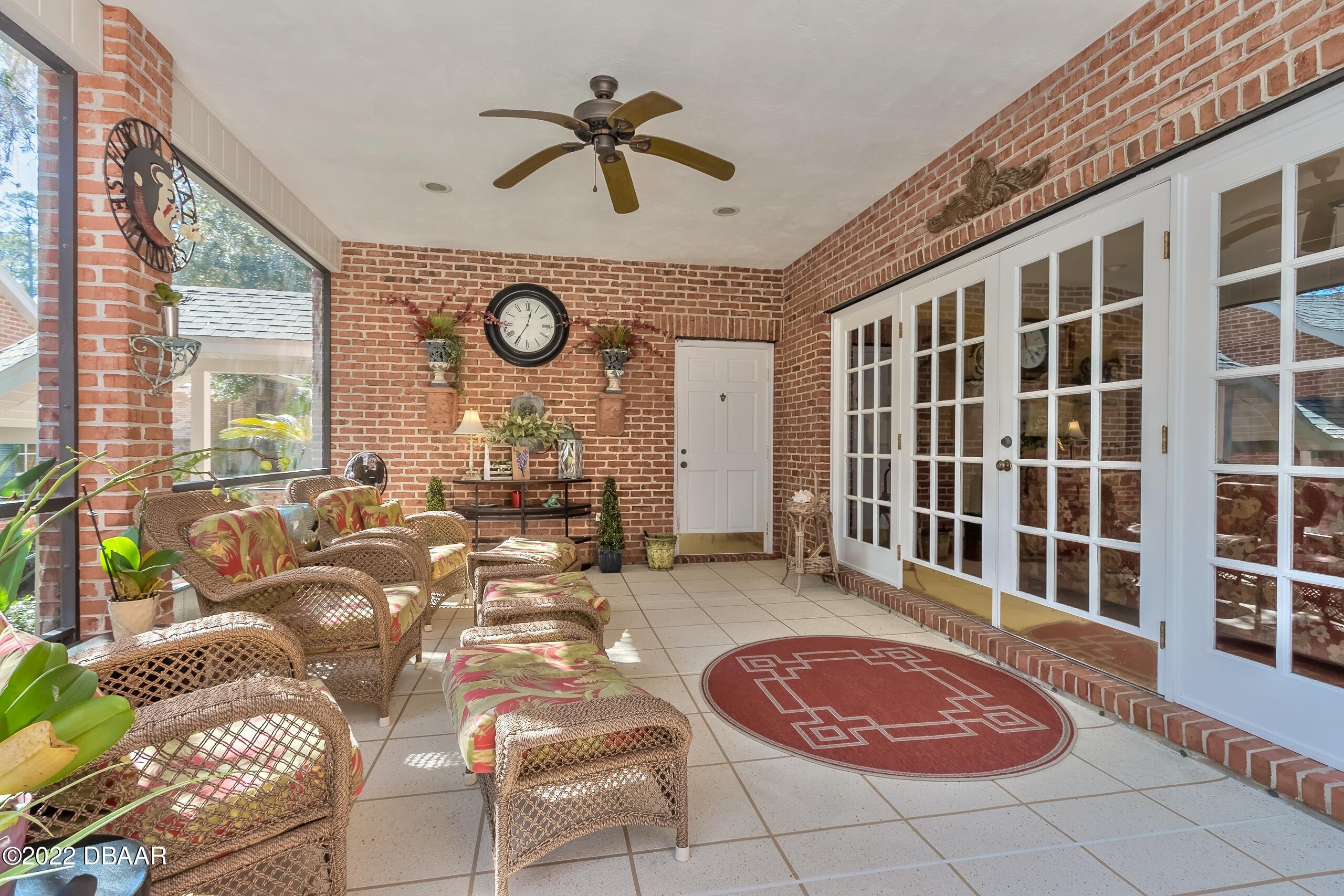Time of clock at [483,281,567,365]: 12:35
